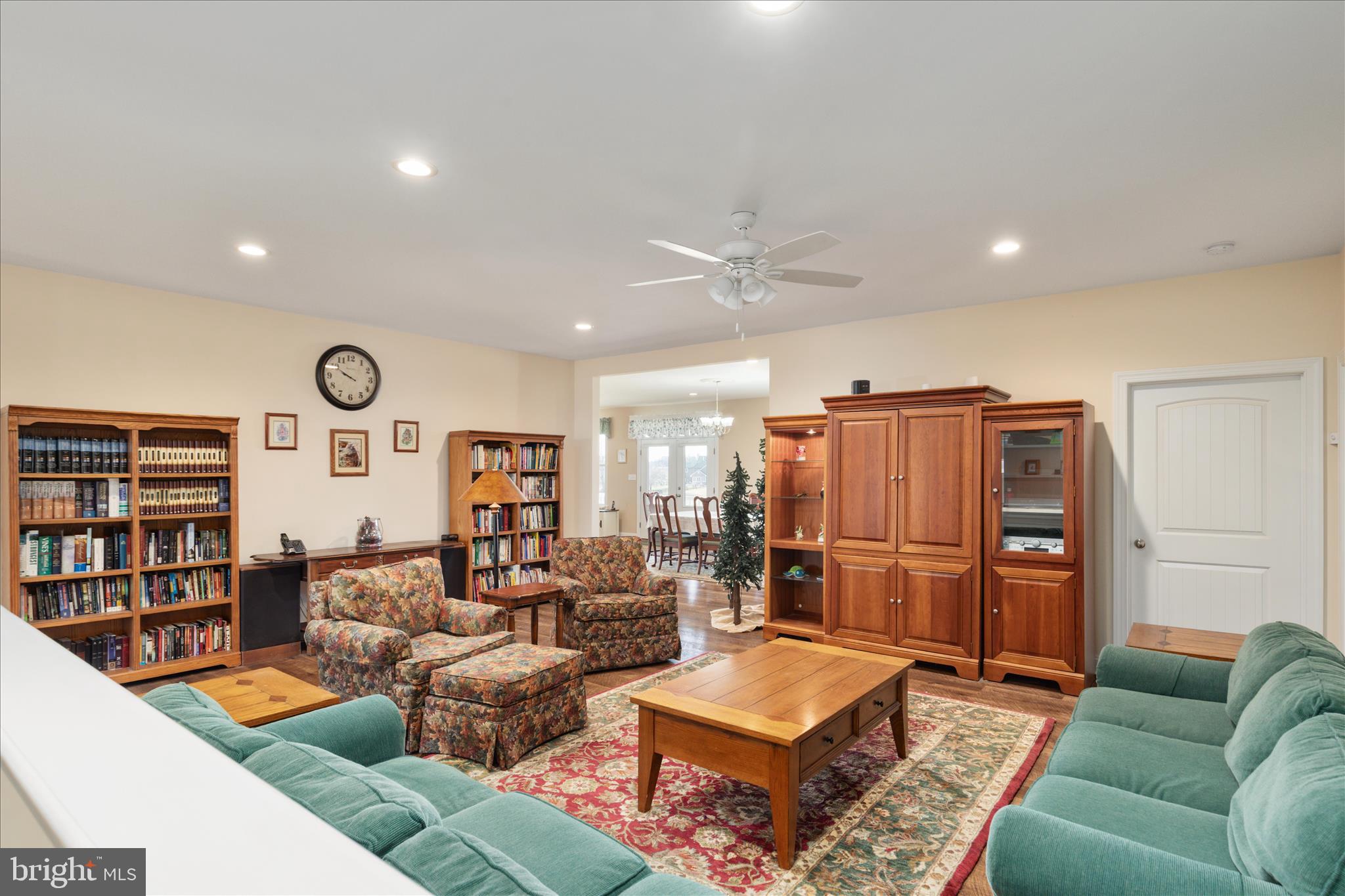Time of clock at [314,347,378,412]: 9:50
